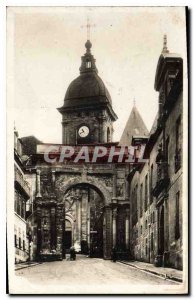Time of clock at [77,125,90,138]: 10:41
